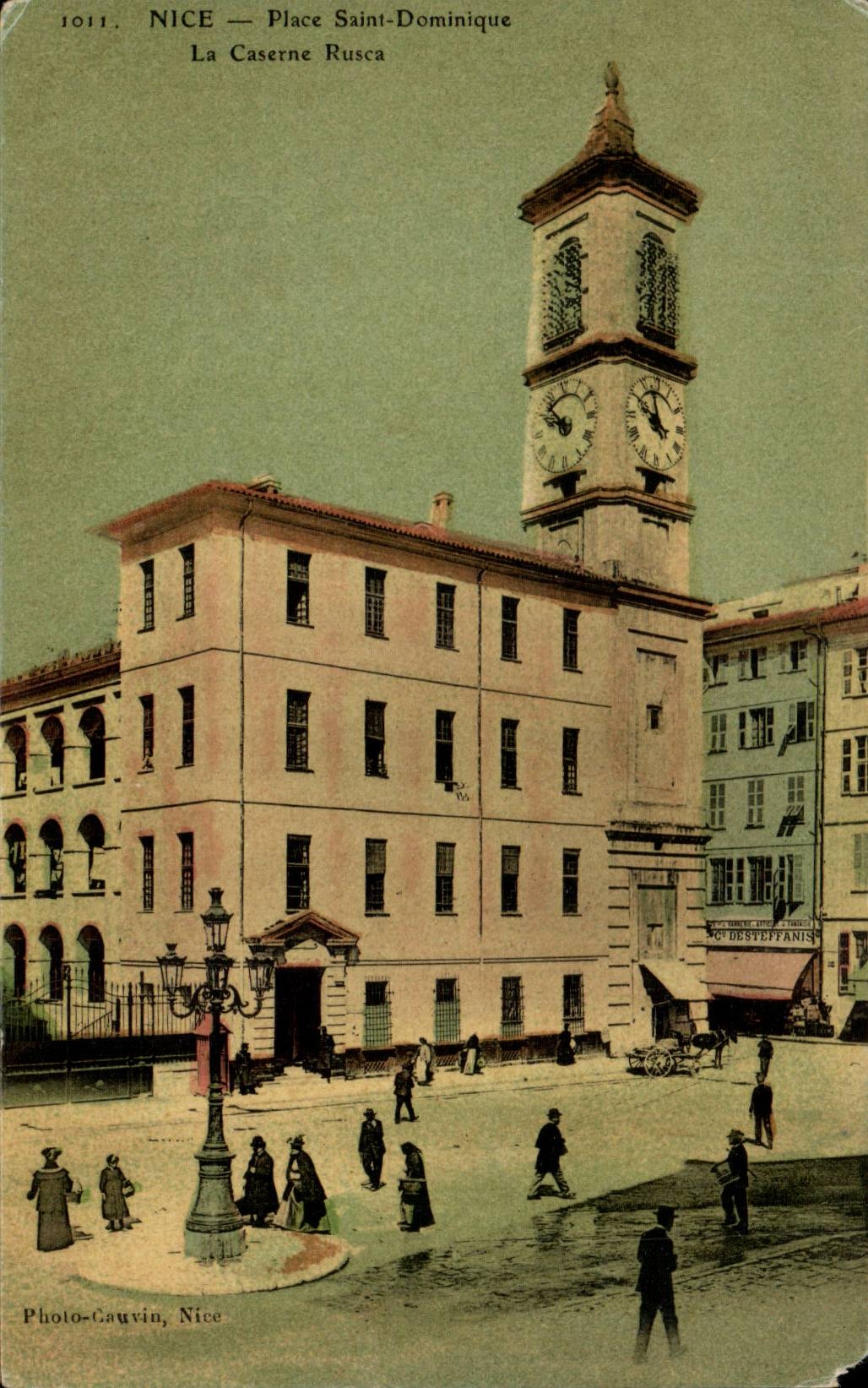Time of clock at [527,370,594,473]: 9:53
